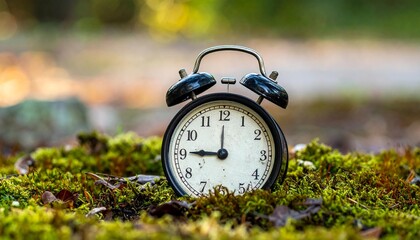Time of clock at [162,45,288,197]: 9:00
